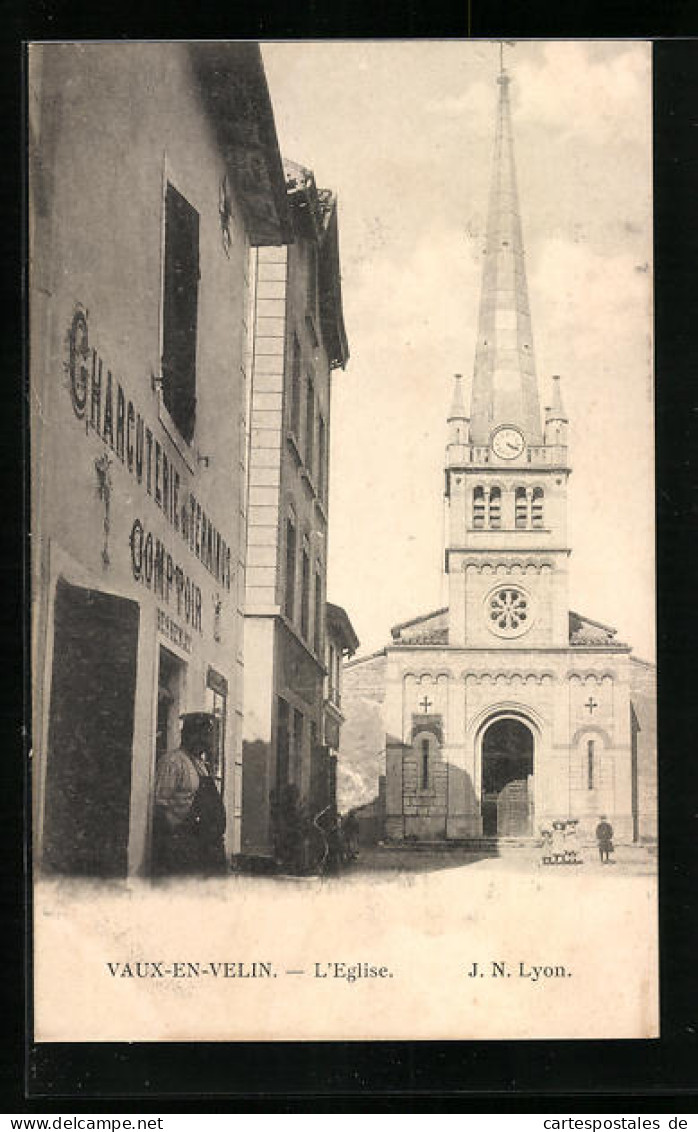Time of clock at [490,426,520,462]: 4:18
